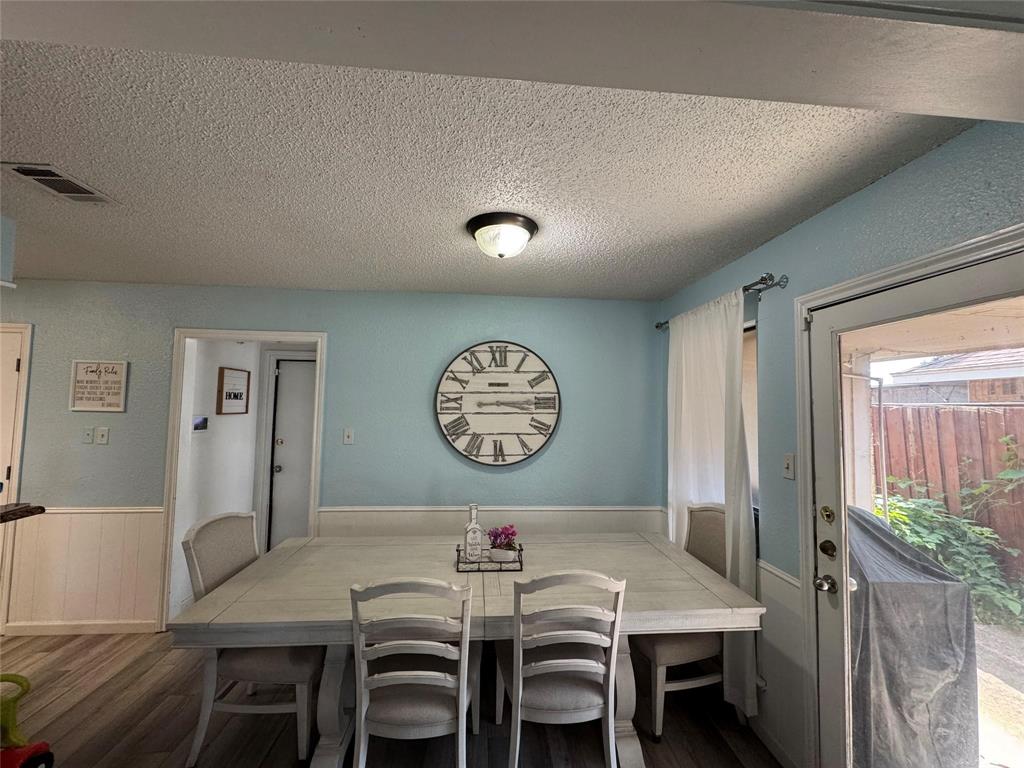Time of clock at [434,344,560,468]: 3:14
